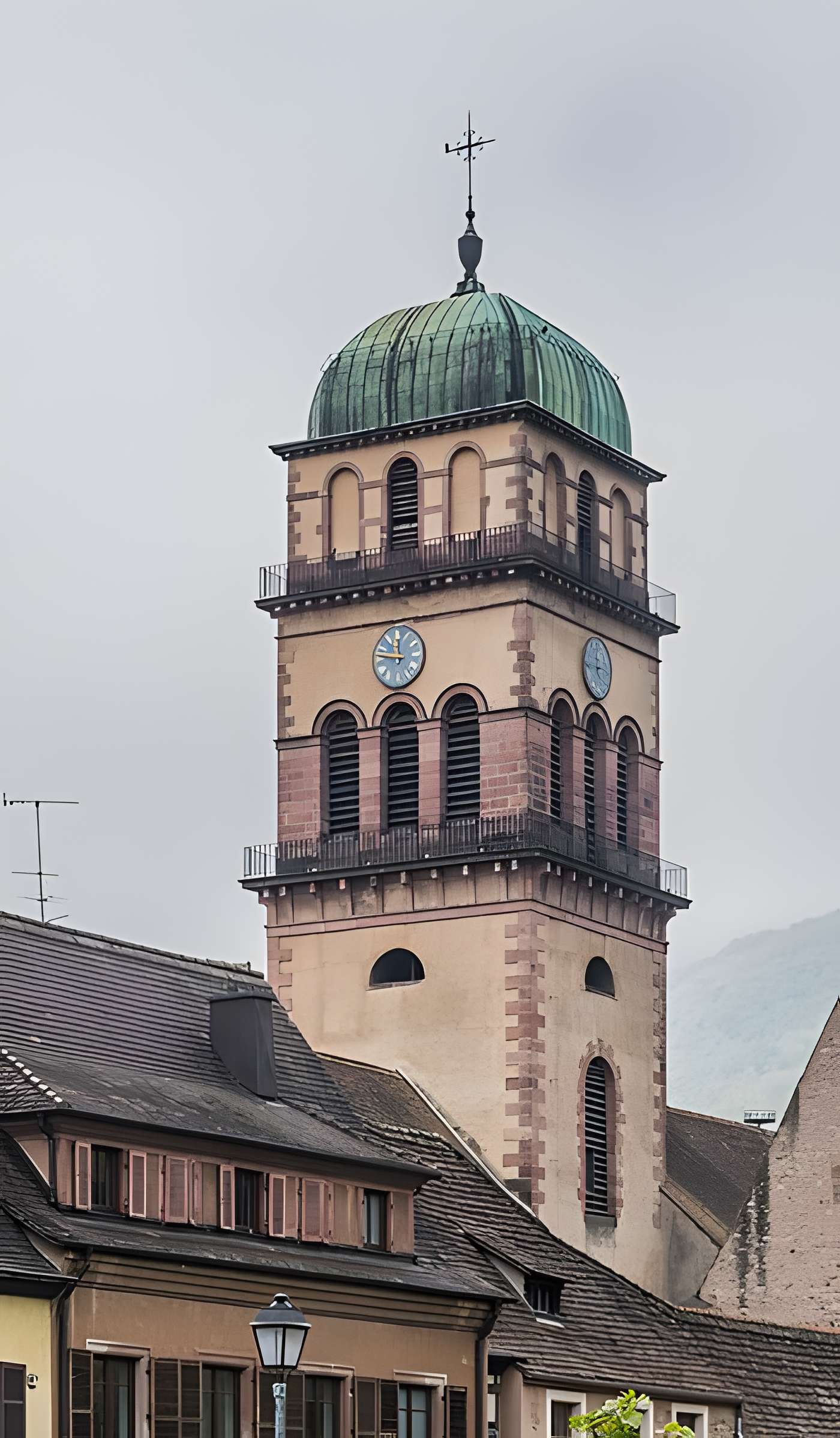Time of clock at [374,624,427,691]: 11:47
